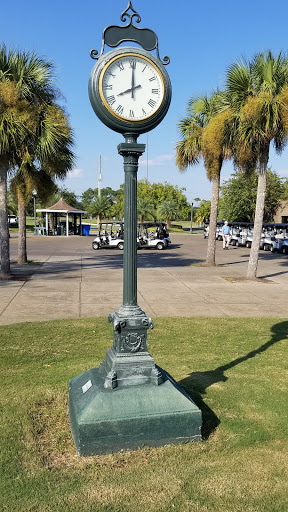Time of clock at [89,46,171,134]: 8:00
